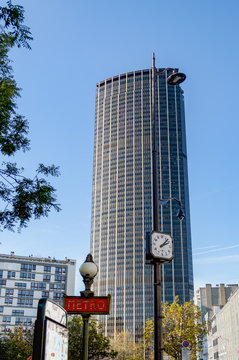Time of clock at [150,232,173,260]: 2:07
